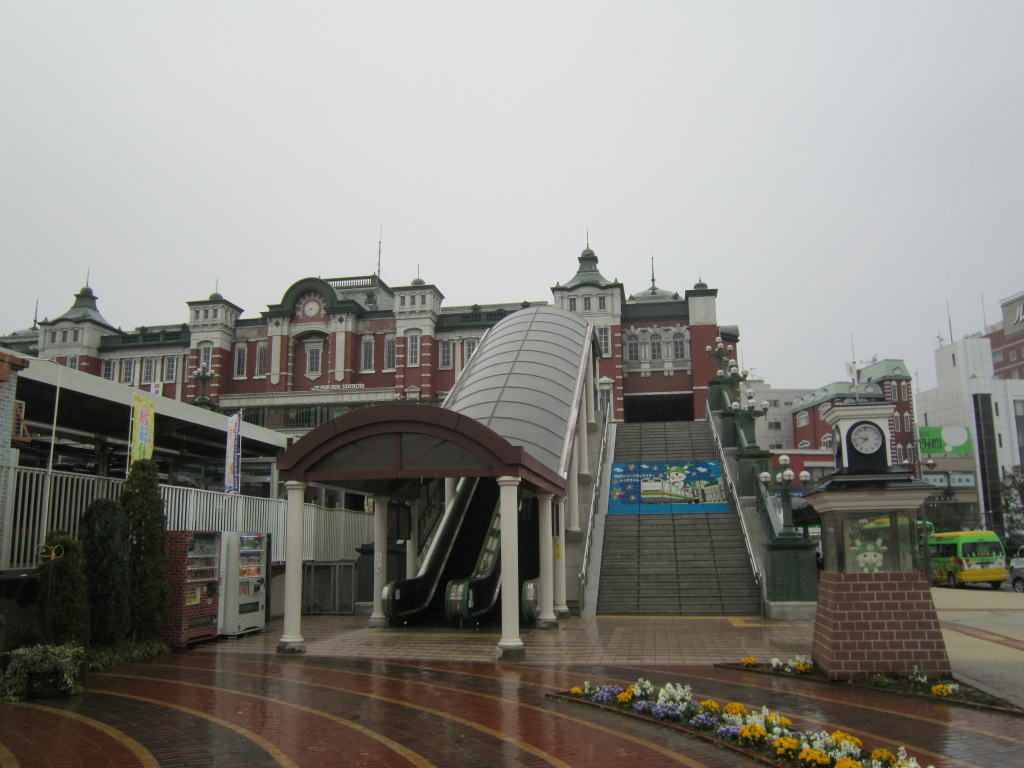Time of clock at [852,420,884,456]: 9:38
